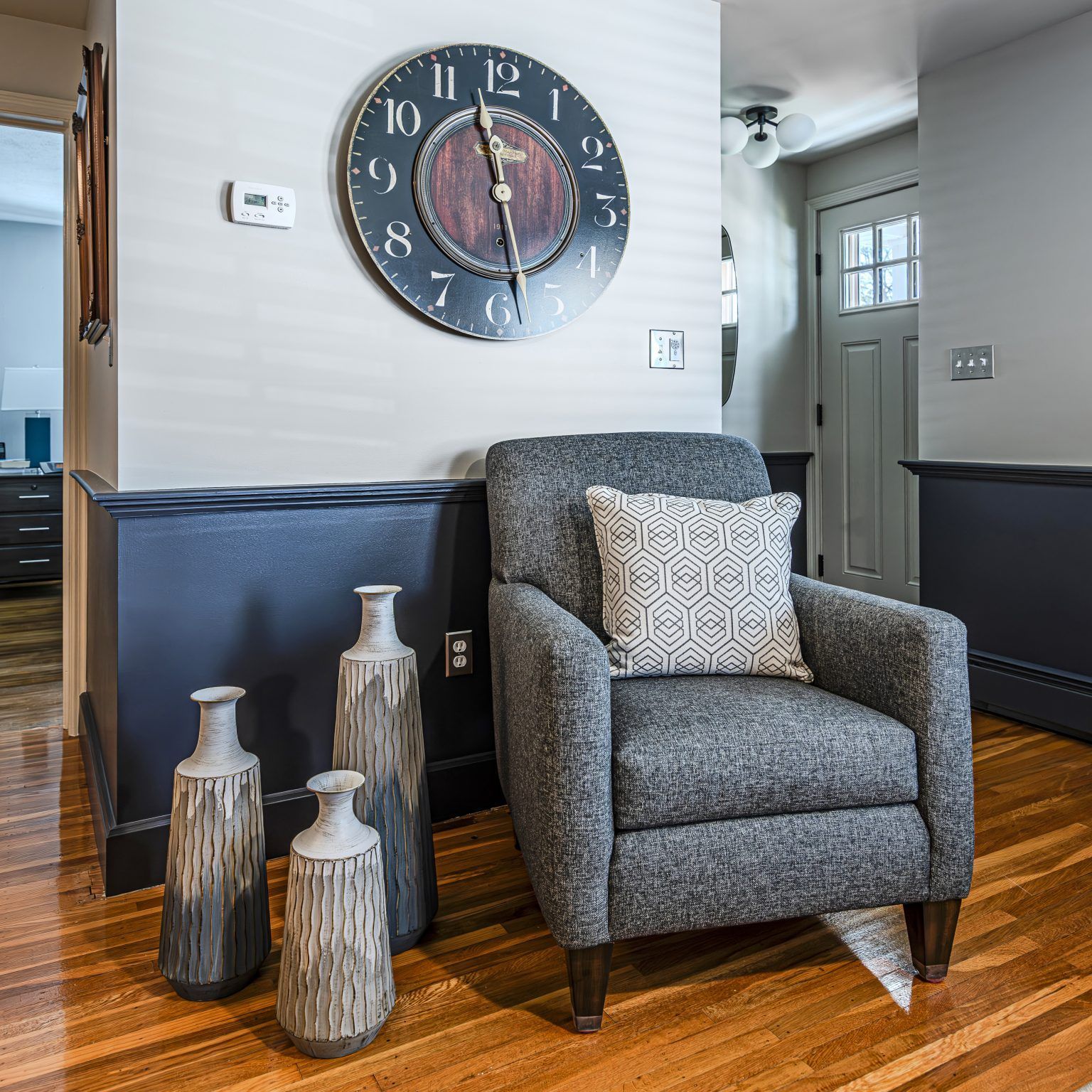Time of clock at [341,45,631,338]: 11:28
